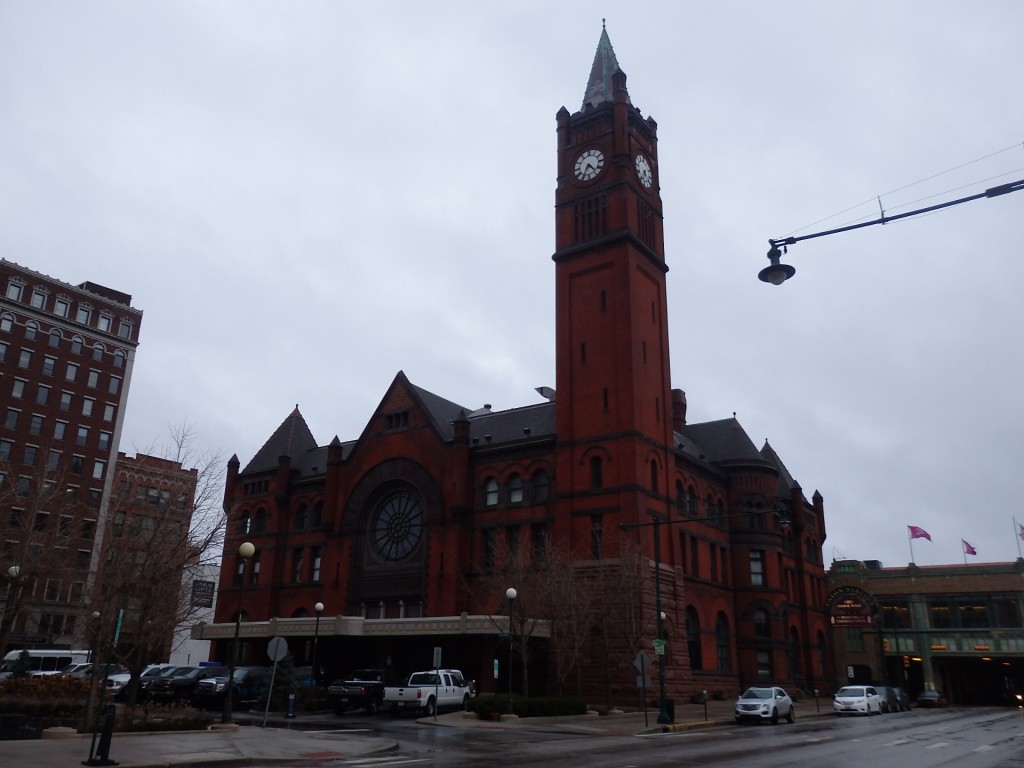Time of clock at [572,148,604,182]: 4:34
